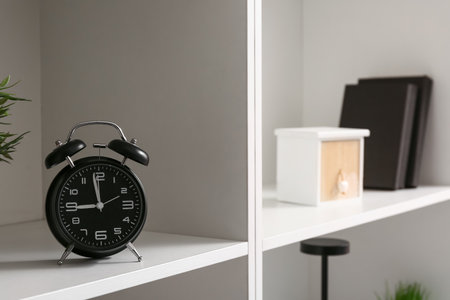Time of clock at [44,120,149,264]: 11:44
